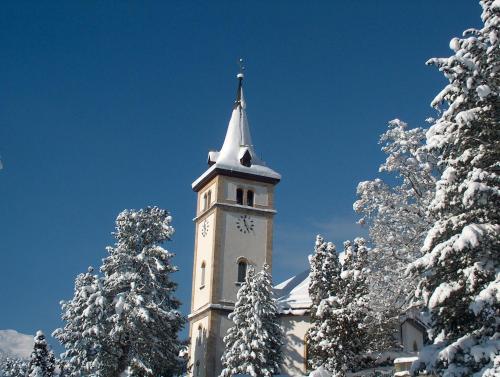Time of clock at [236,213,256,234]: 11:25
